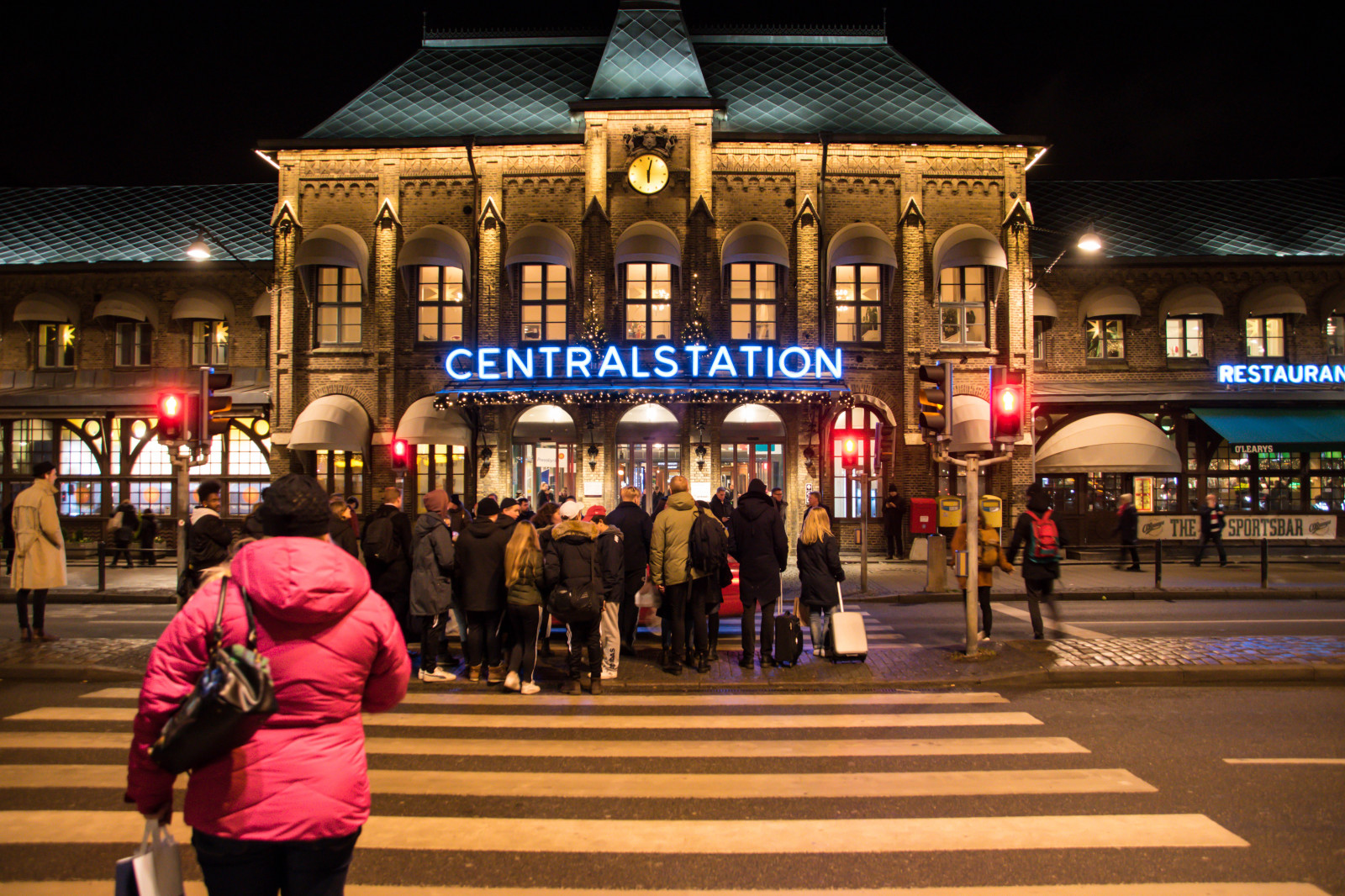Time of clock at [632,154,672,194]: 6:02
